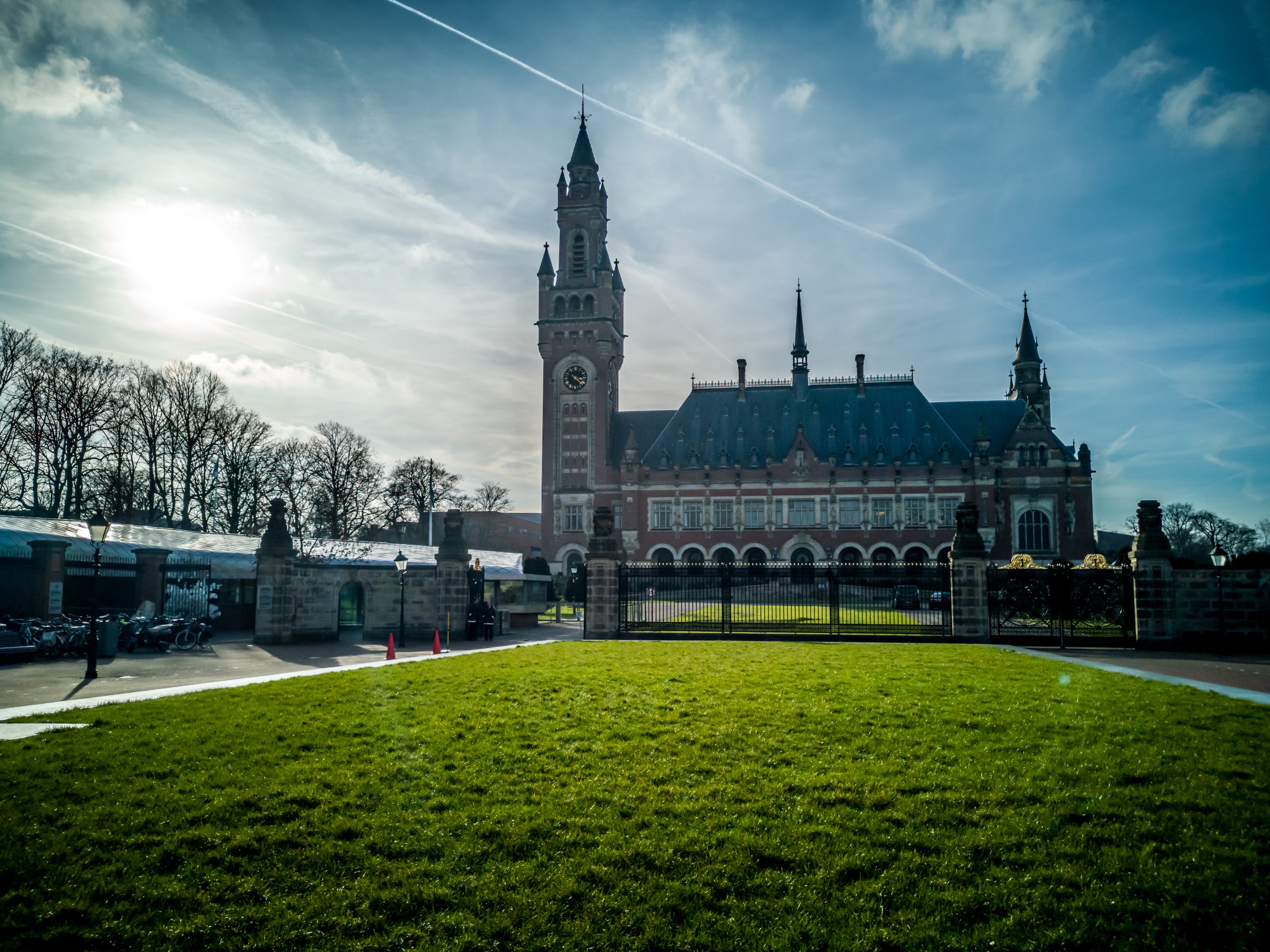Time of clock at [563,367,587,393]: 4:16
